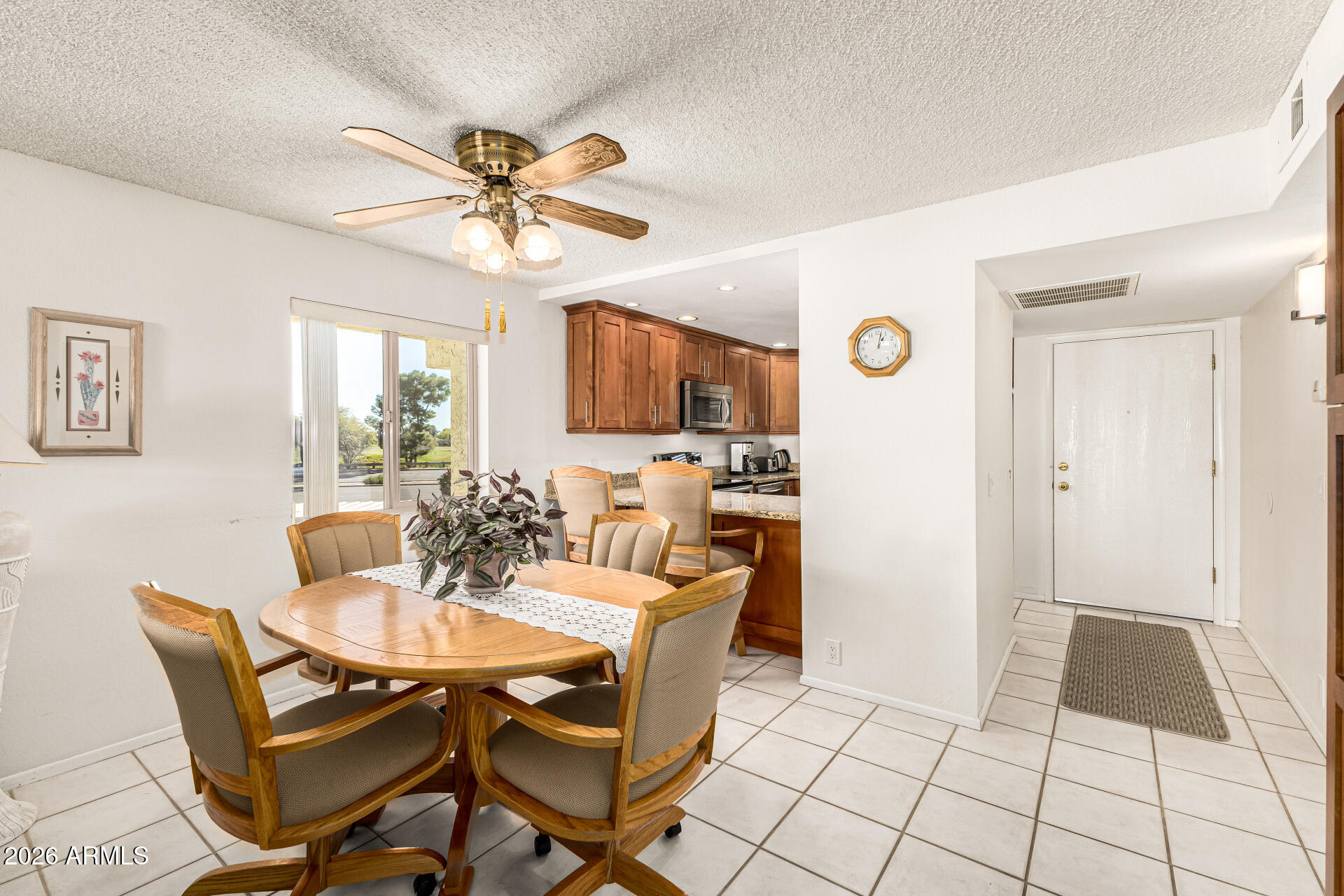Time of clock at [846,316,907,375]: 1:02
